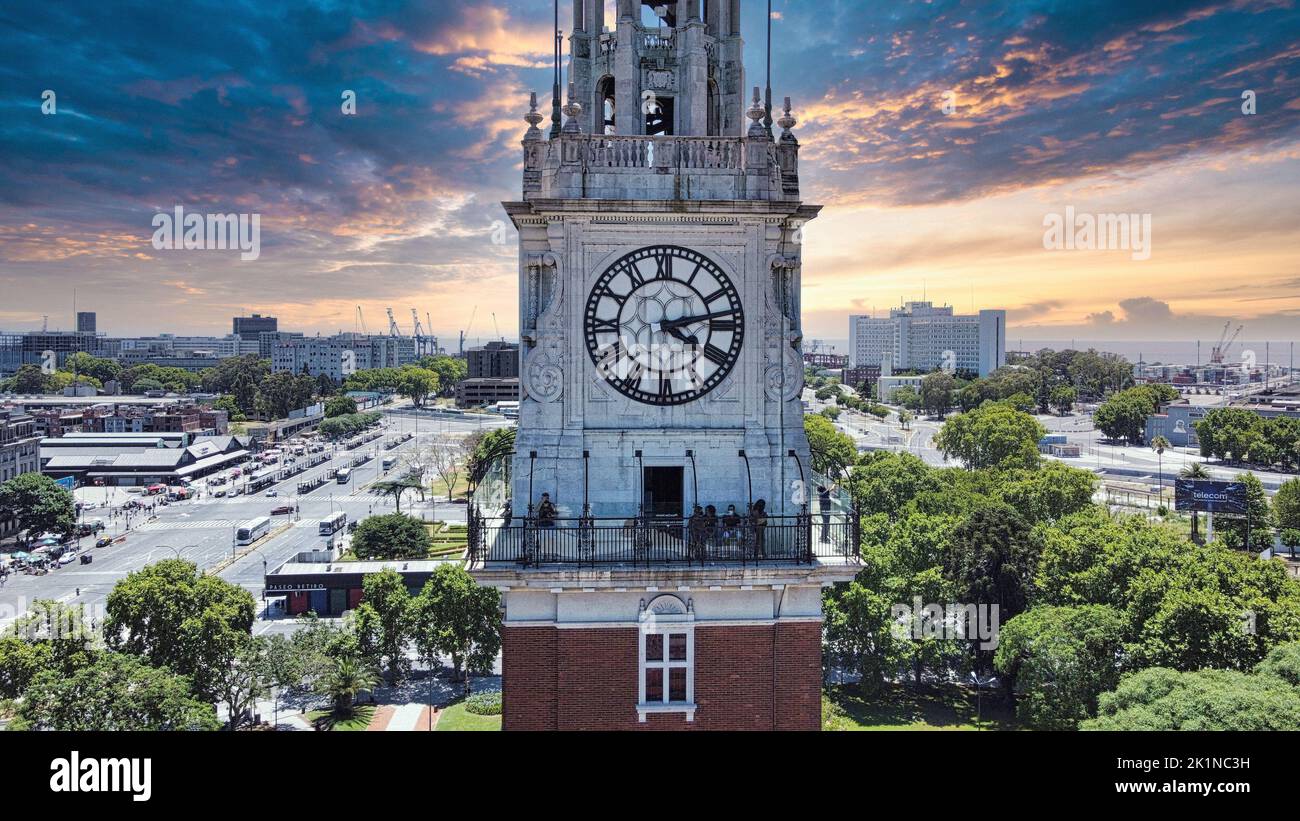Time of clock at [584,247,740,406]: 4:13
